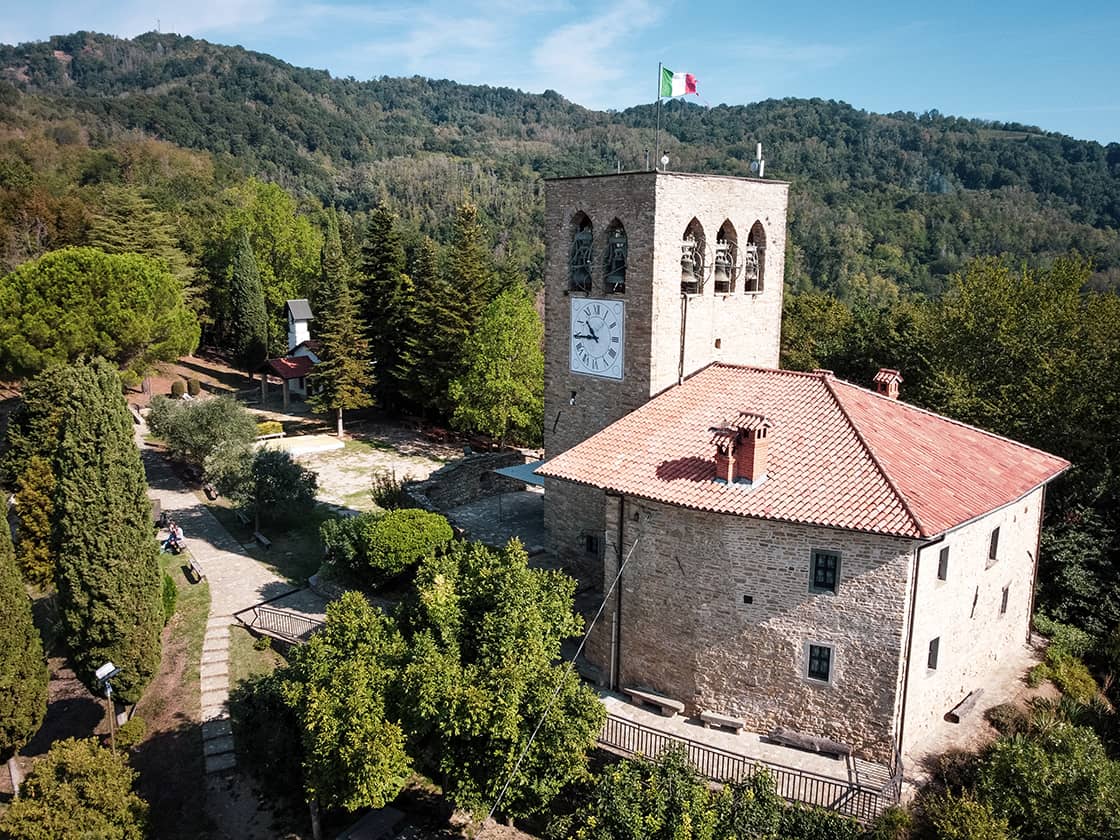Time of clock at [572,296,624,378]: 10:44
